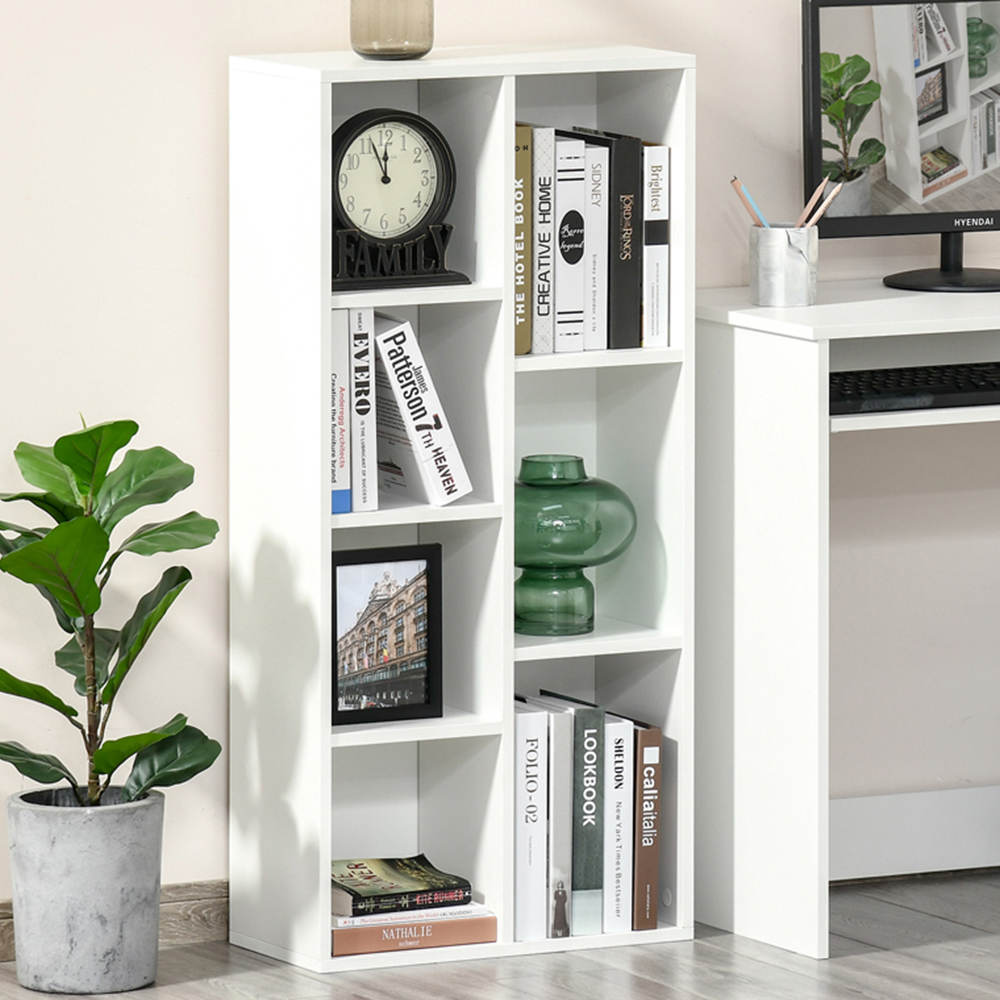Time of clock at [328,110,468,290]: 11:56
